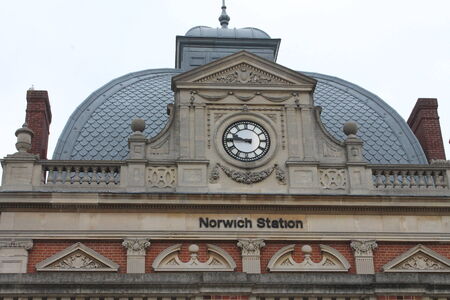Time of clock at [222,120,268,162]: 9:45
